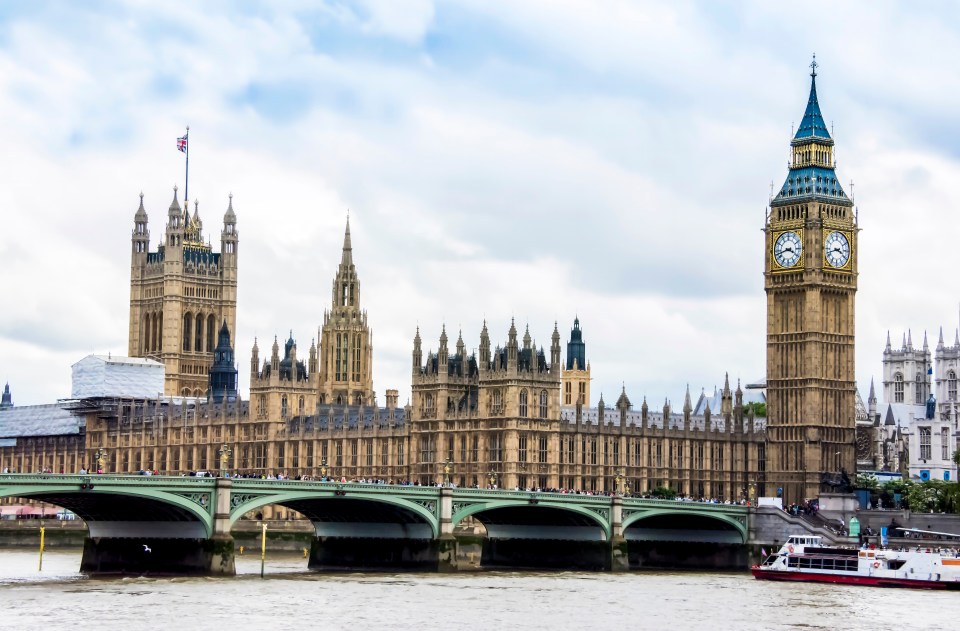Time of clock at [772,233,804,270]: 3:42
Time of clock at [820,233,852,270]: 3:42
